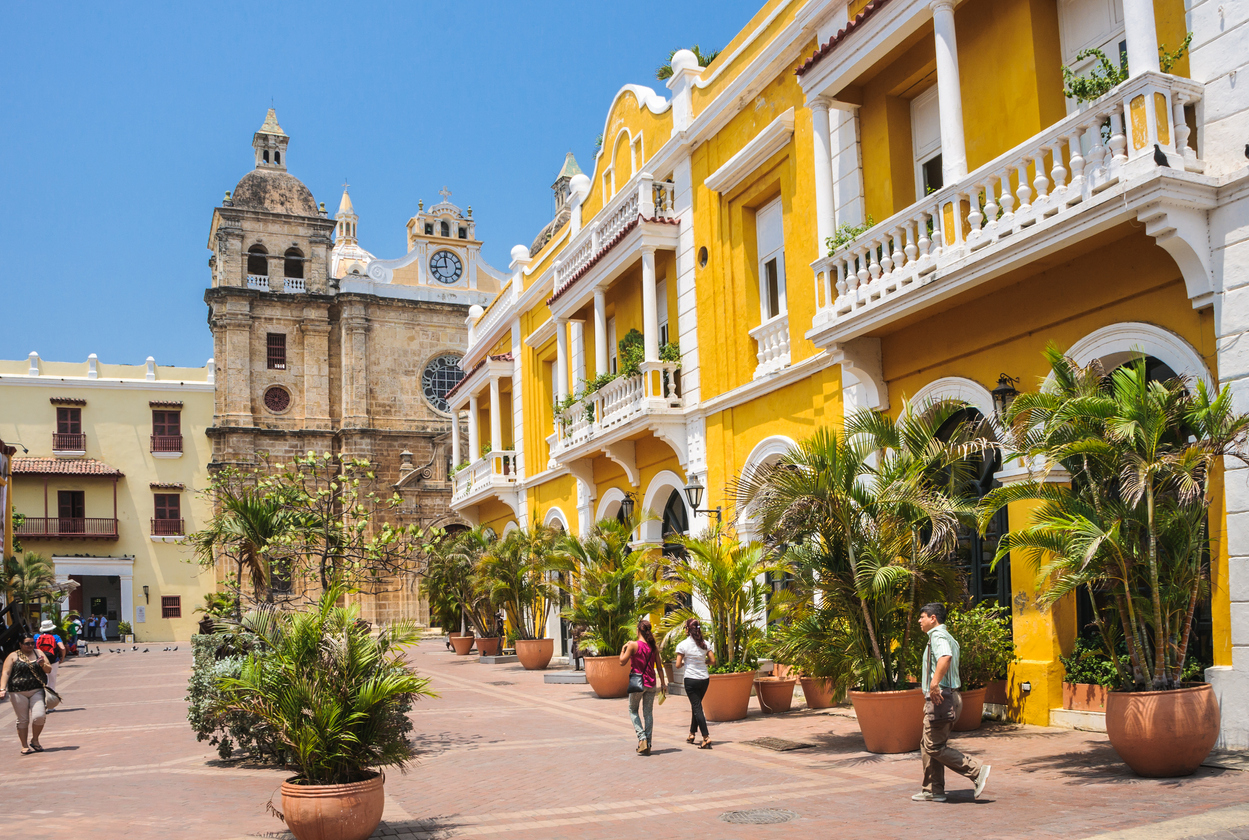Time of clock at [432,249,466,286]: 11:43
